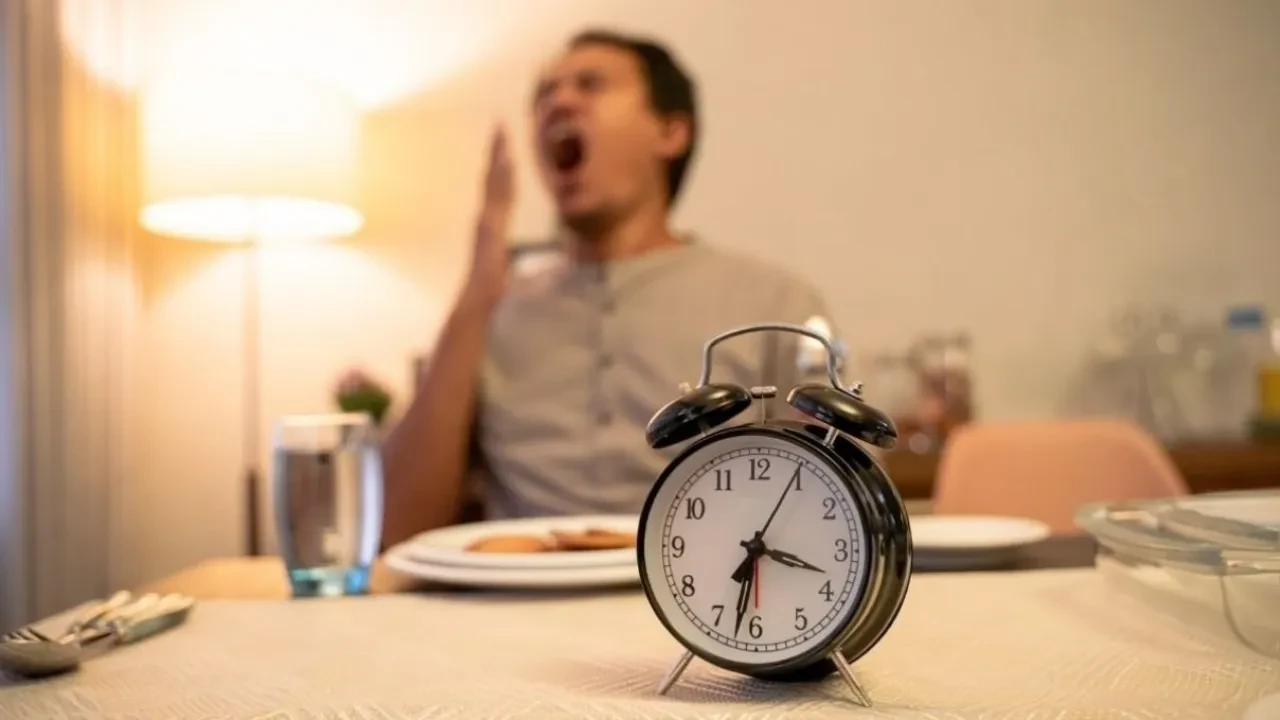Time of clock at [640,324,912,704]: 3:32
